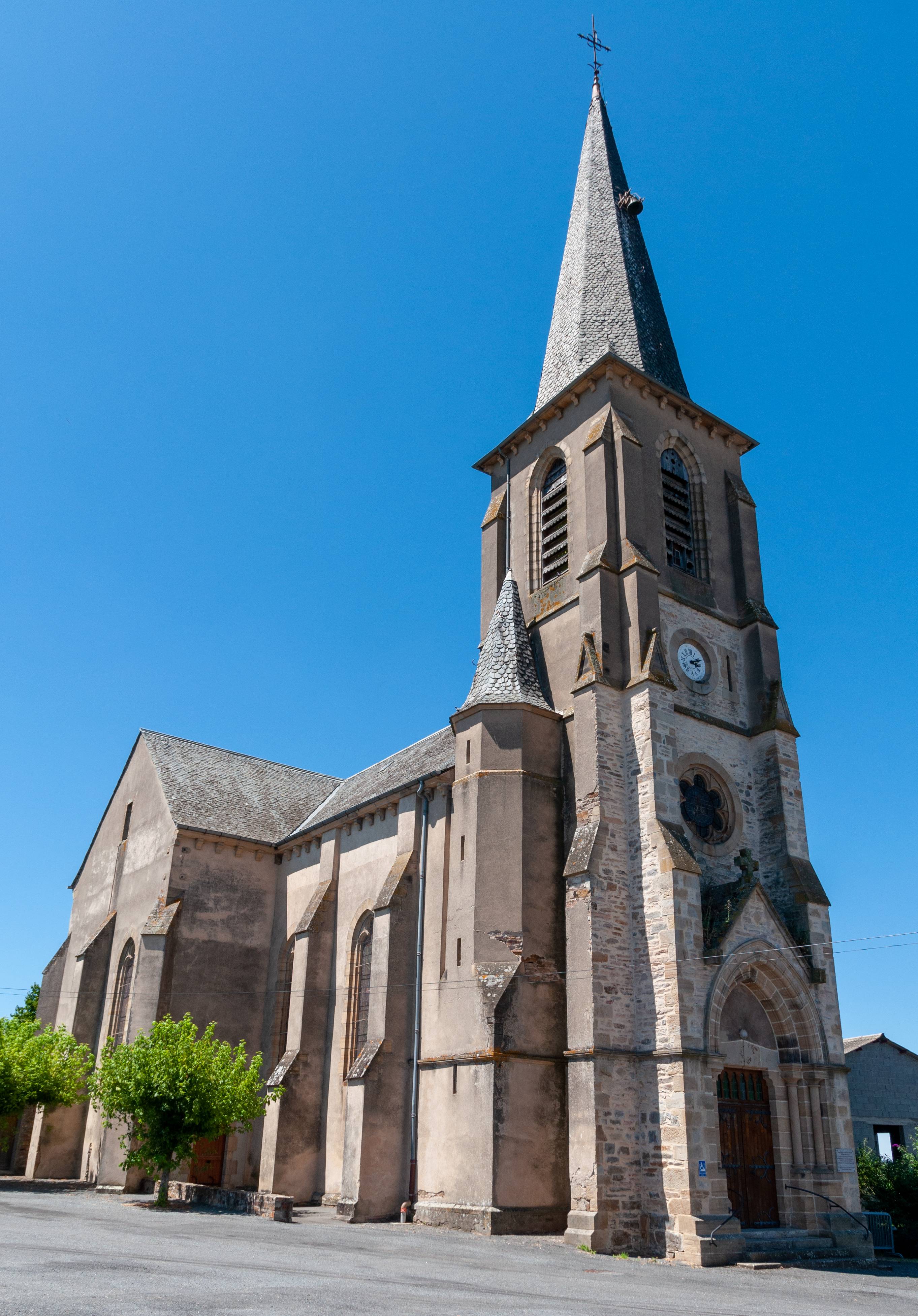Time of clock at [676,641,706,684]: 3:11
